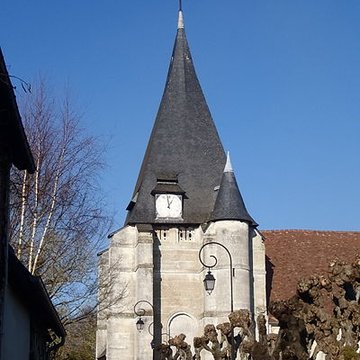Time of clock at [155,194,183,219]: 12:58
